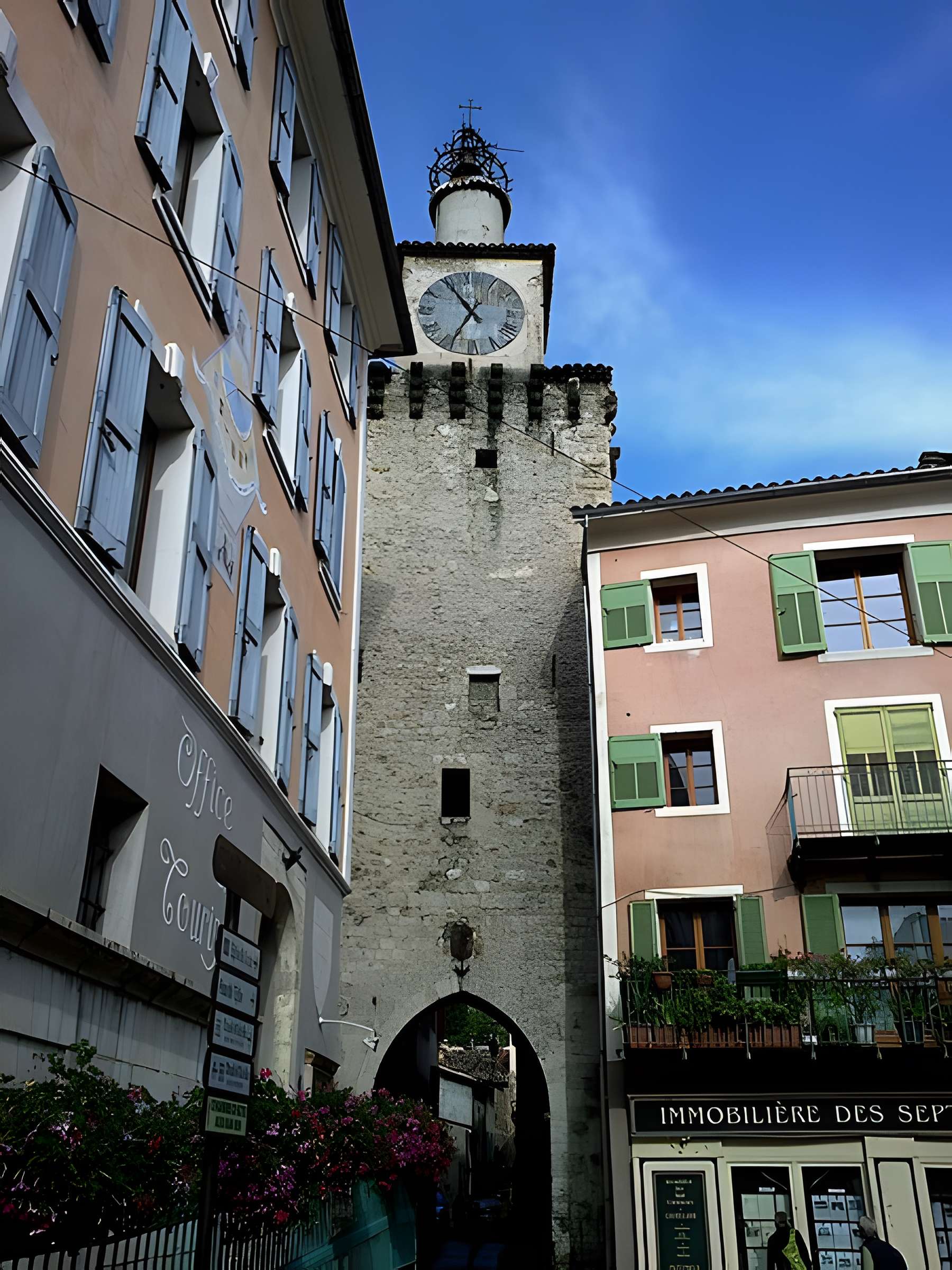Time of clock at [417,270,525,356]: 6:54
